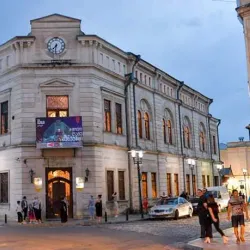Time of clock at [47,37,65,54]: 7:31
